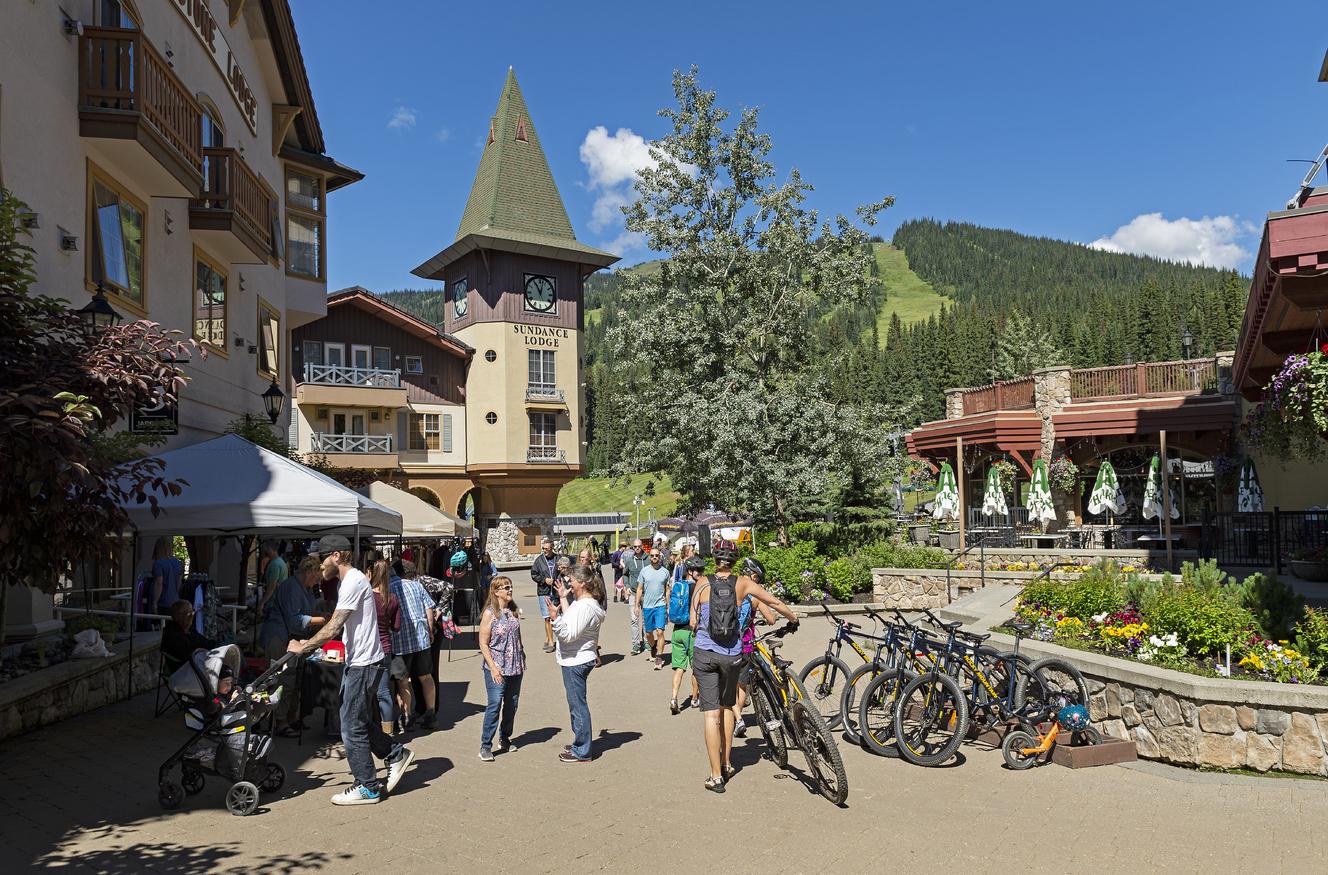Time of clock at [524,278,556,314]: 11:02
